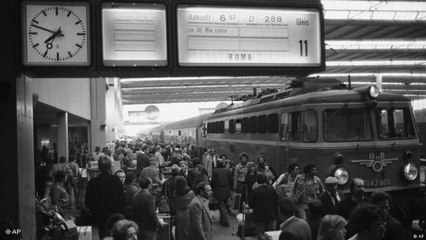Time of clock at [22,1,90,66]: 7:48
